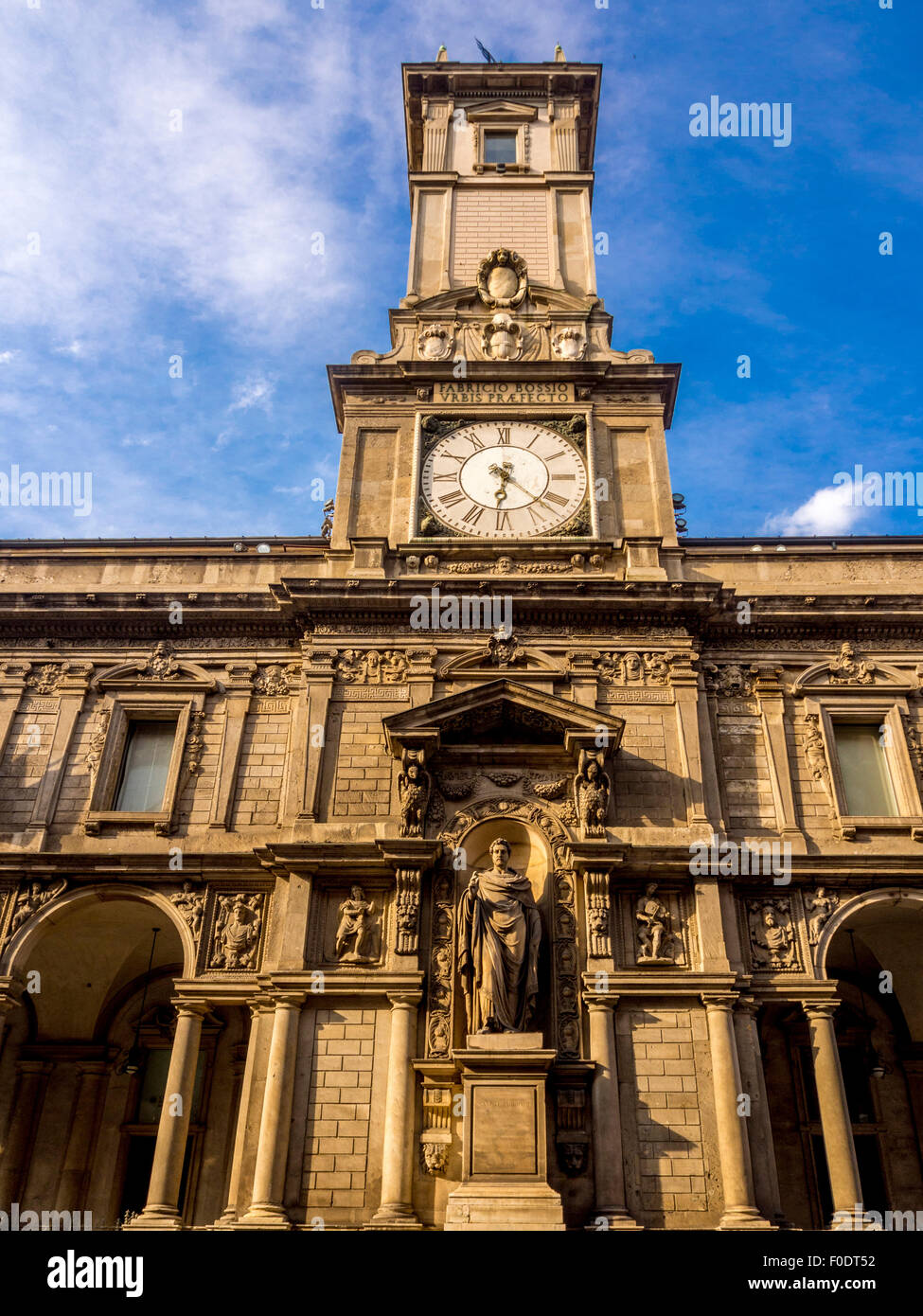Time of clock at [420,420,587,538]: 6:21
